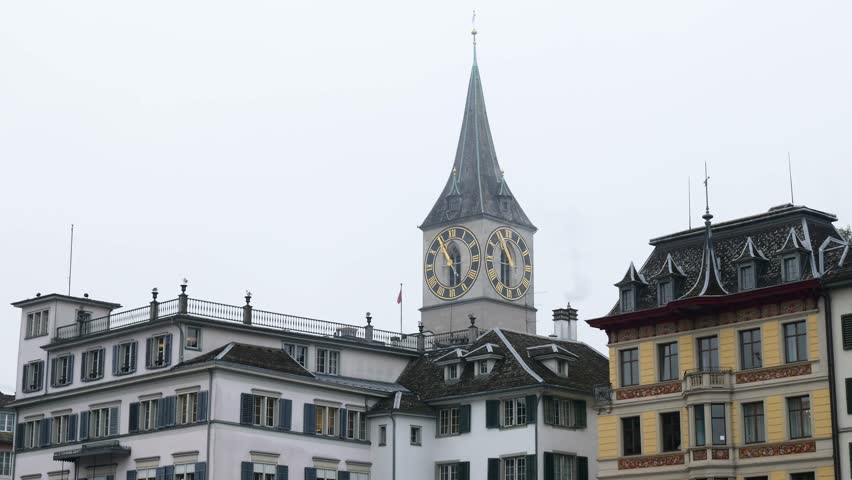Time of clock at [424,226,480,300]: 5:54
